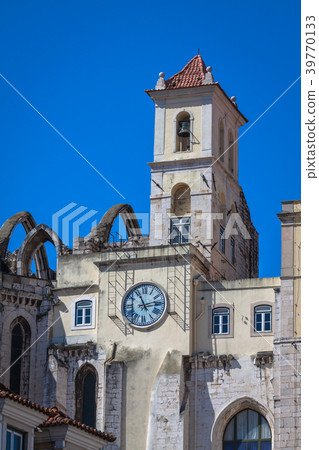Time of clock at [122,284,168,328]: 11:12
